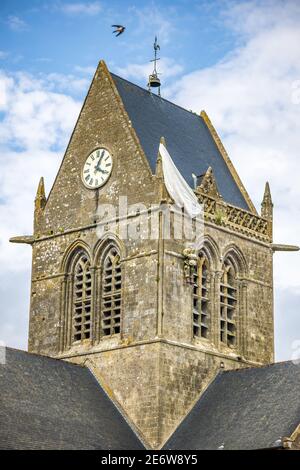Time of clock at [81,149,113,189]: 4:04
